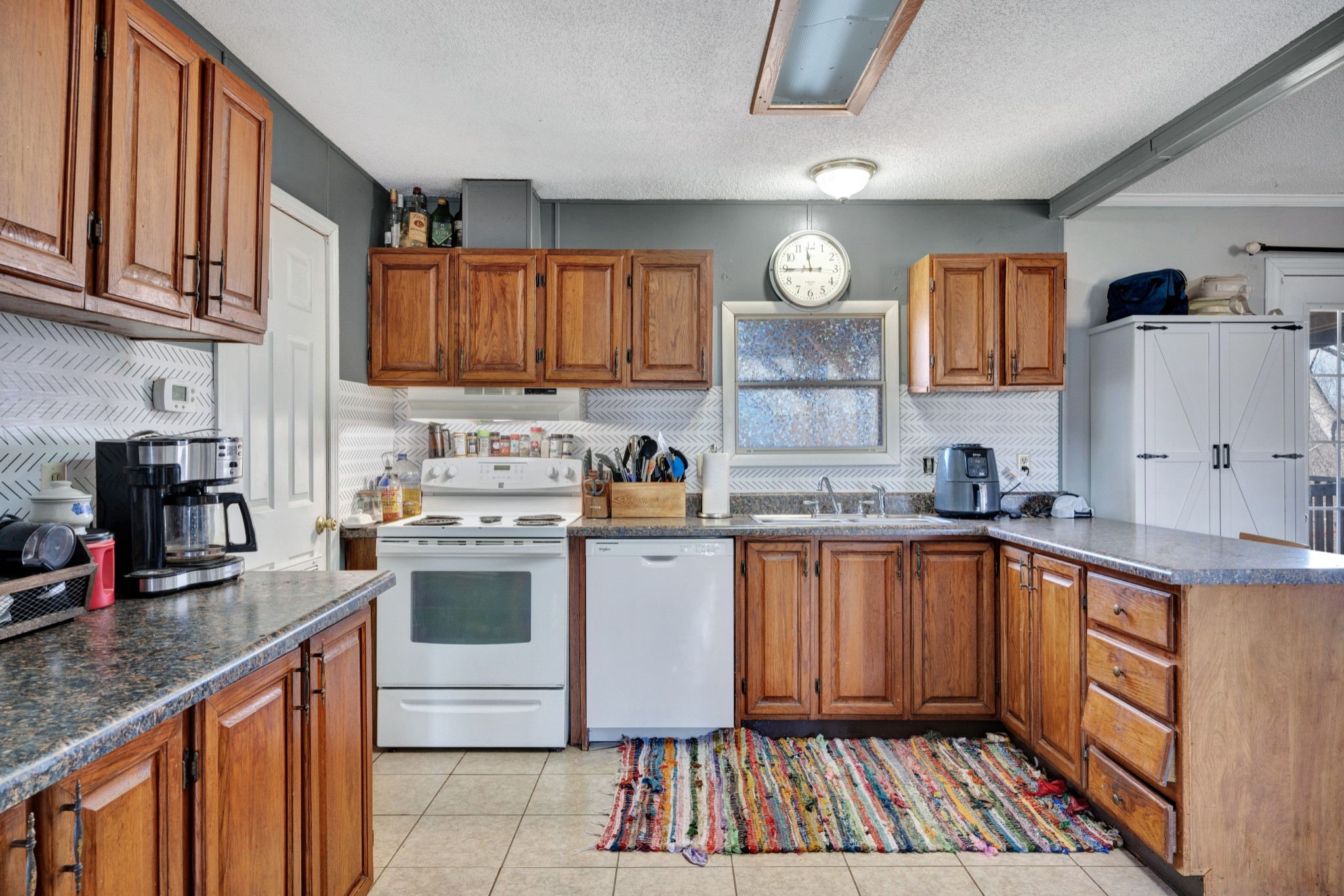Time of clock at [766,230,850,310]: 11:44
